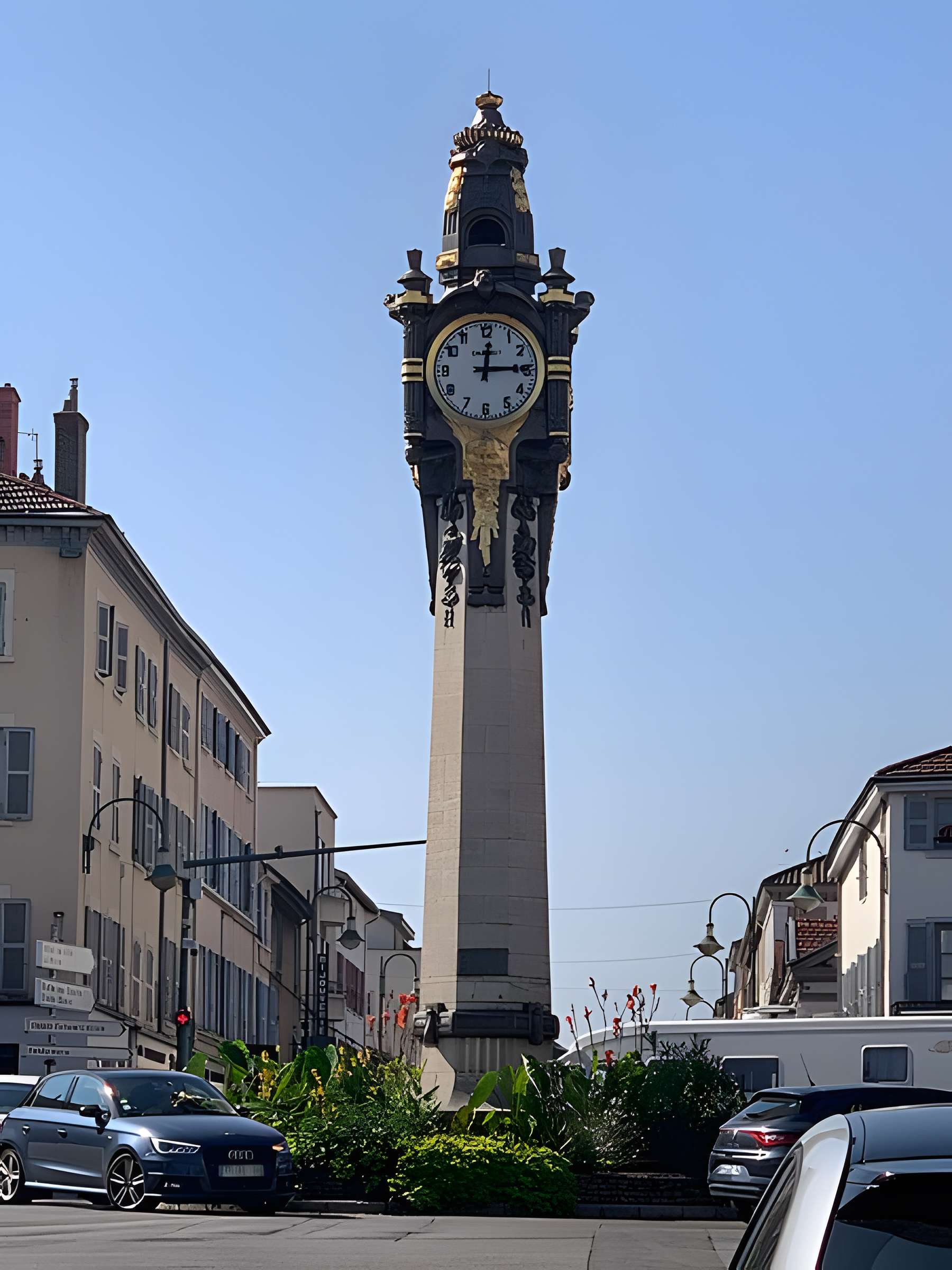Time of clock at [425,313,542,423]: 12:14
